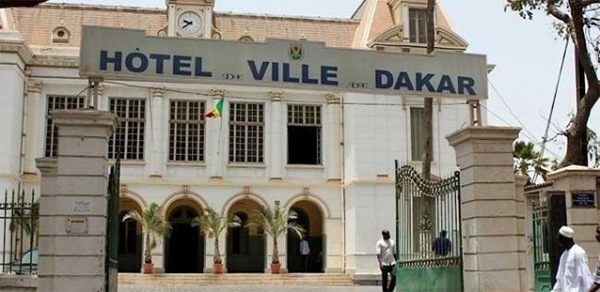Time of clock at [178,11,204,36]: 9:39
